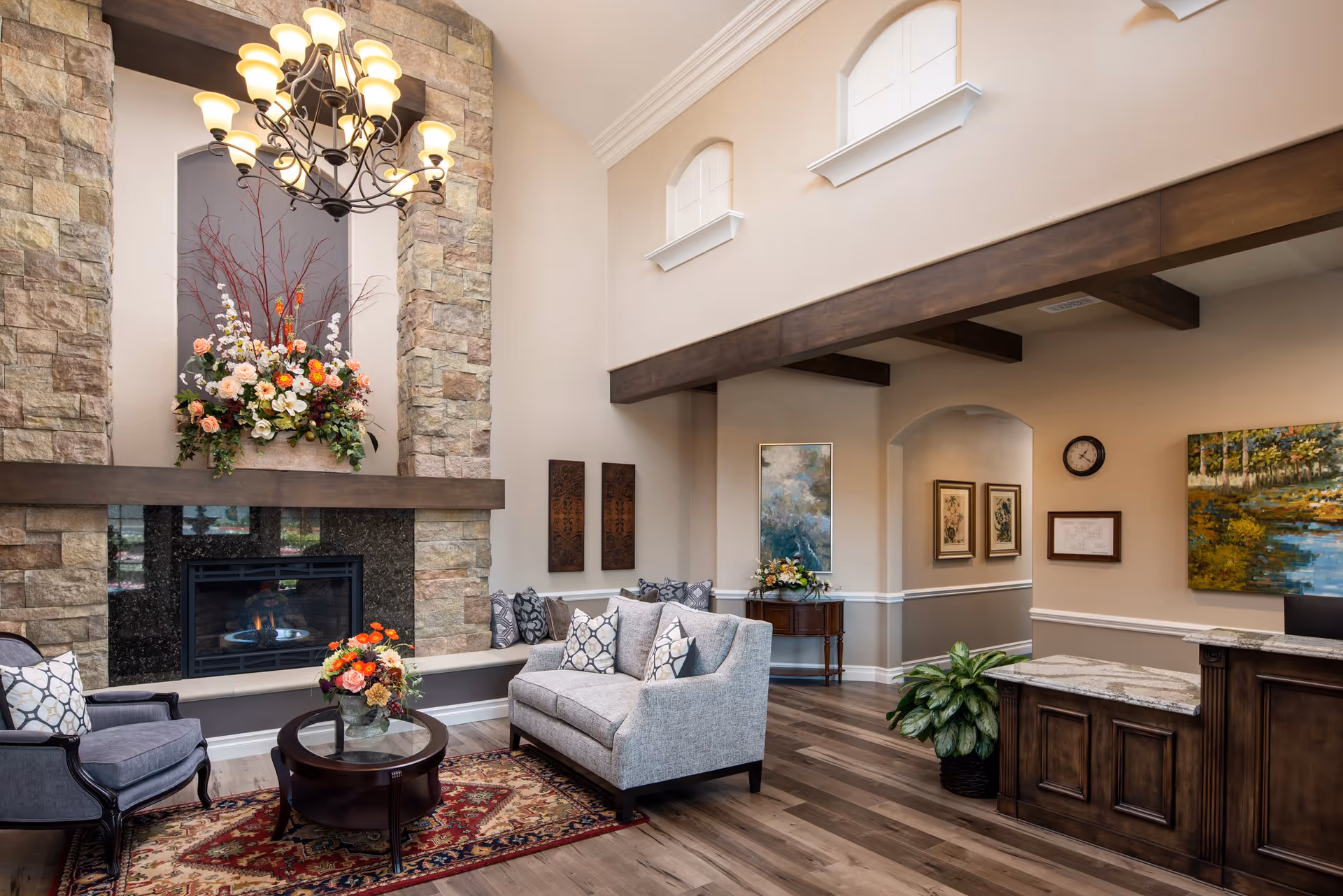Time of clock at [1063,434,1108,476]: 1:21
